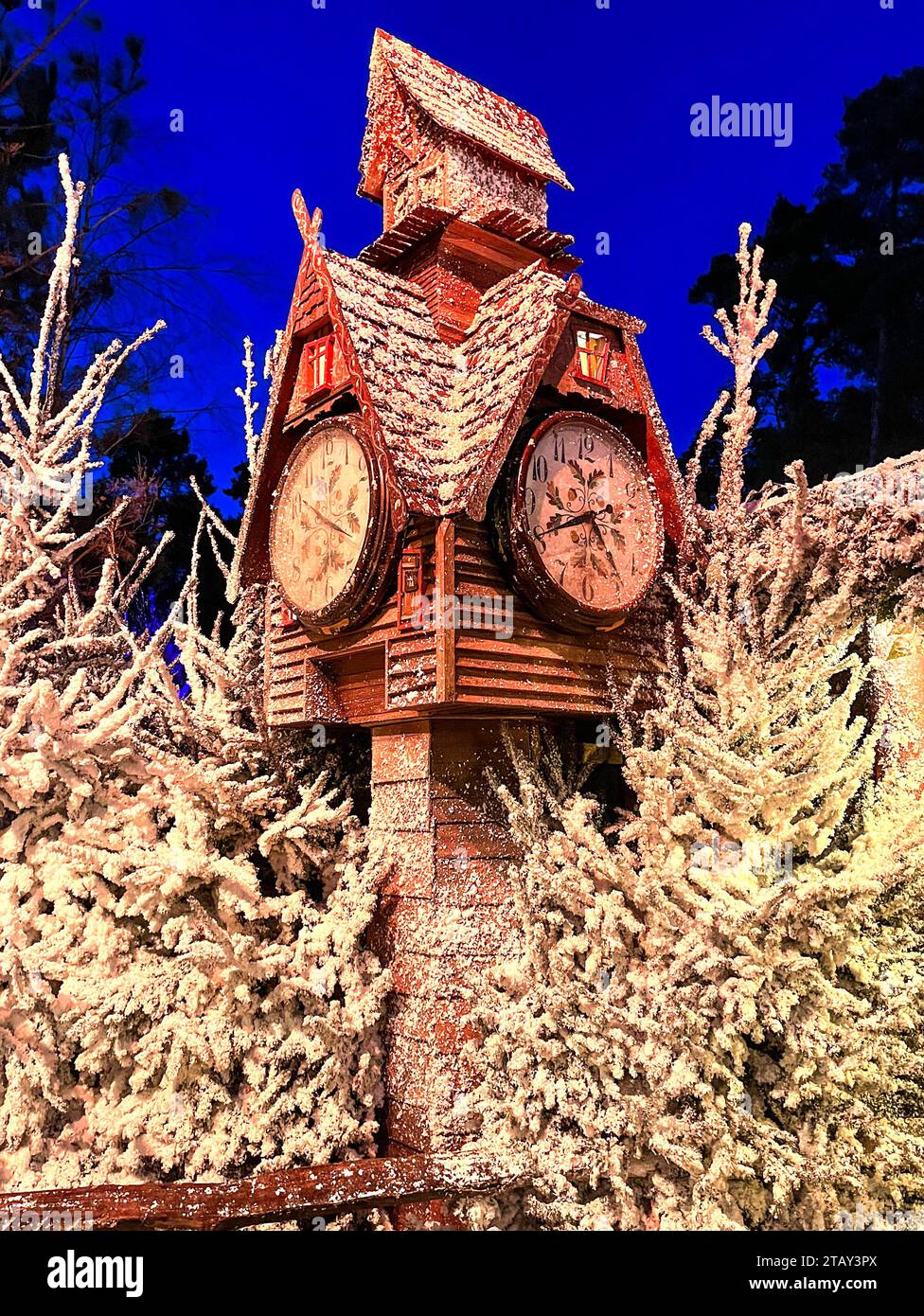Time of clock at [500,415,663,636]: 4:41
